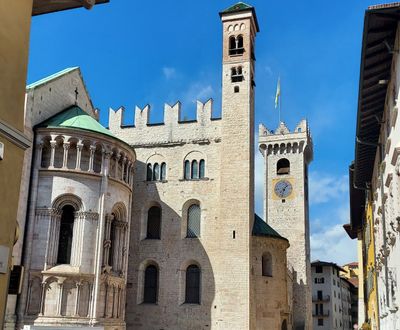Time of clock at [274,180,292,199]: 1:33
